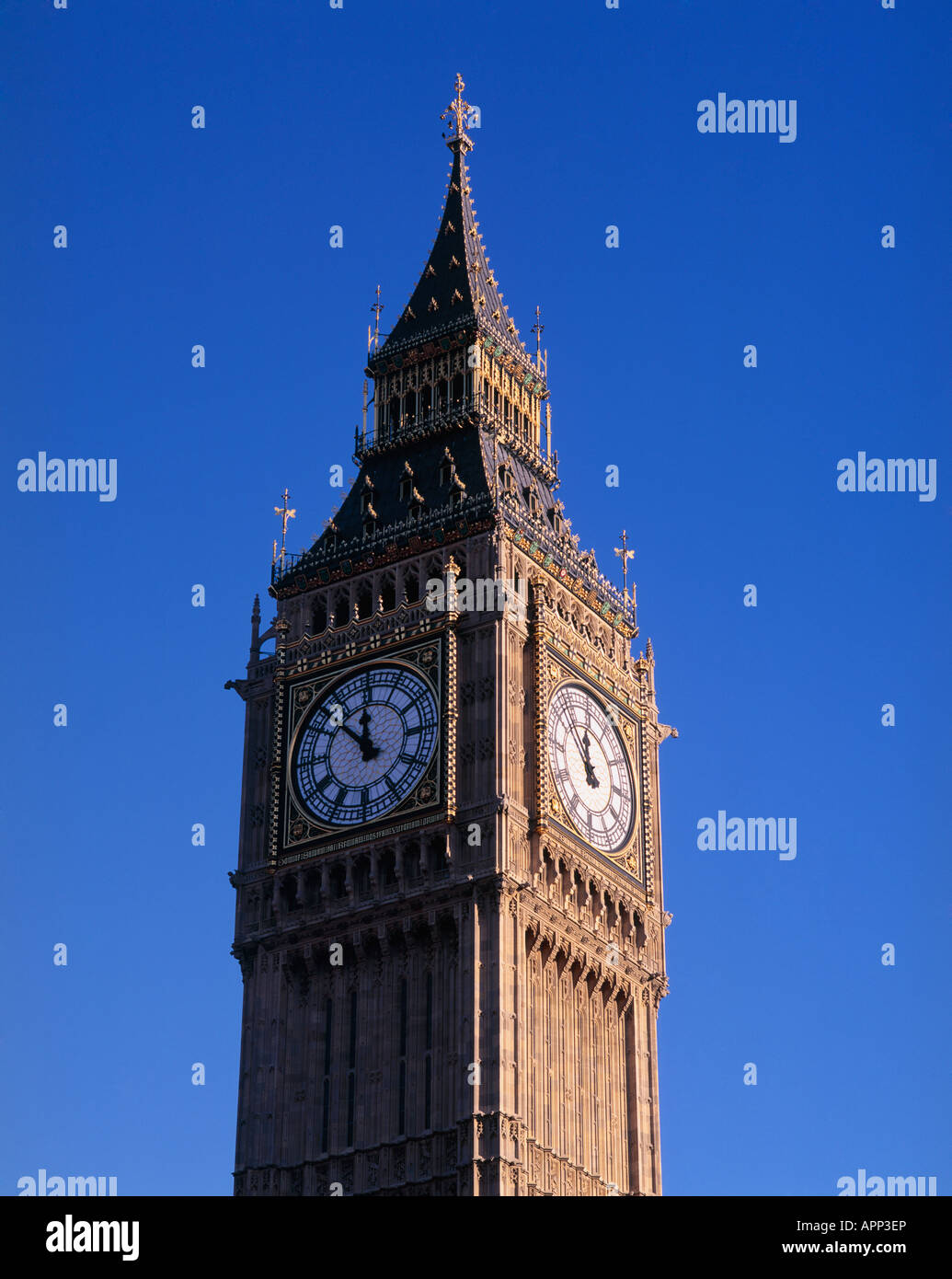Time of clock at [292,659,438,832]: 11:52
